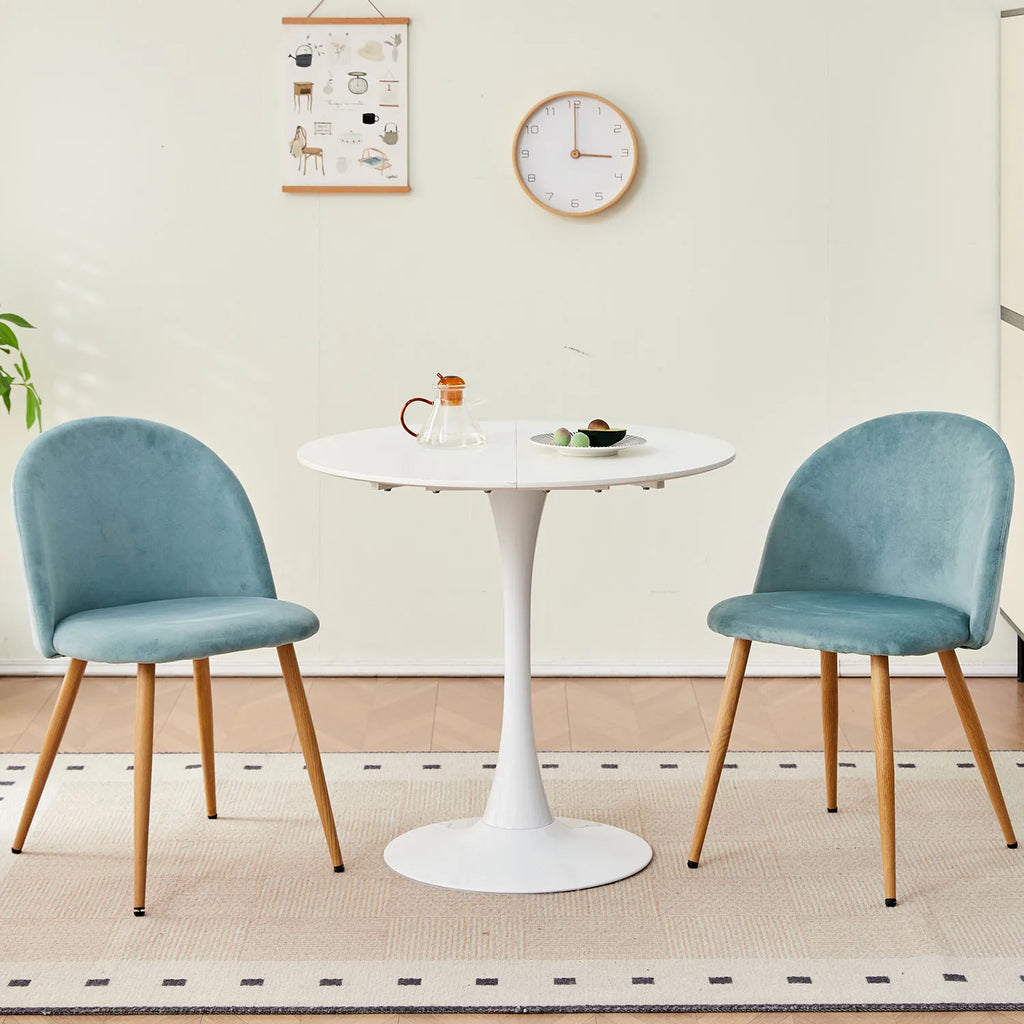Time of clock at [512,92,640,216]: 3:00
